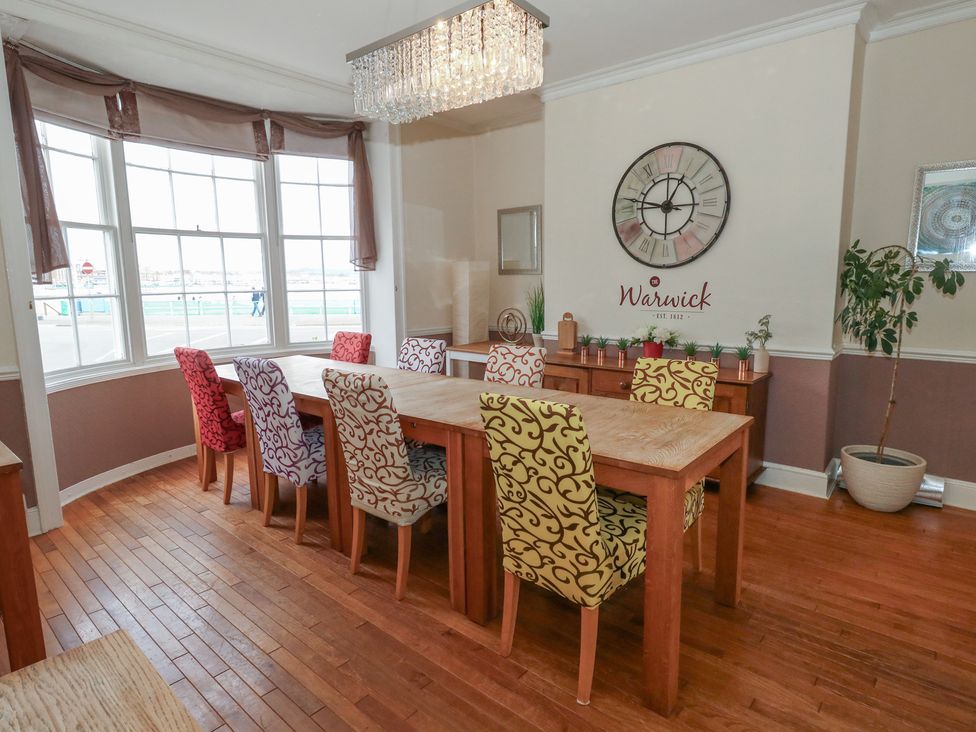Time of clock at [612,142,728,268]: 12:47
